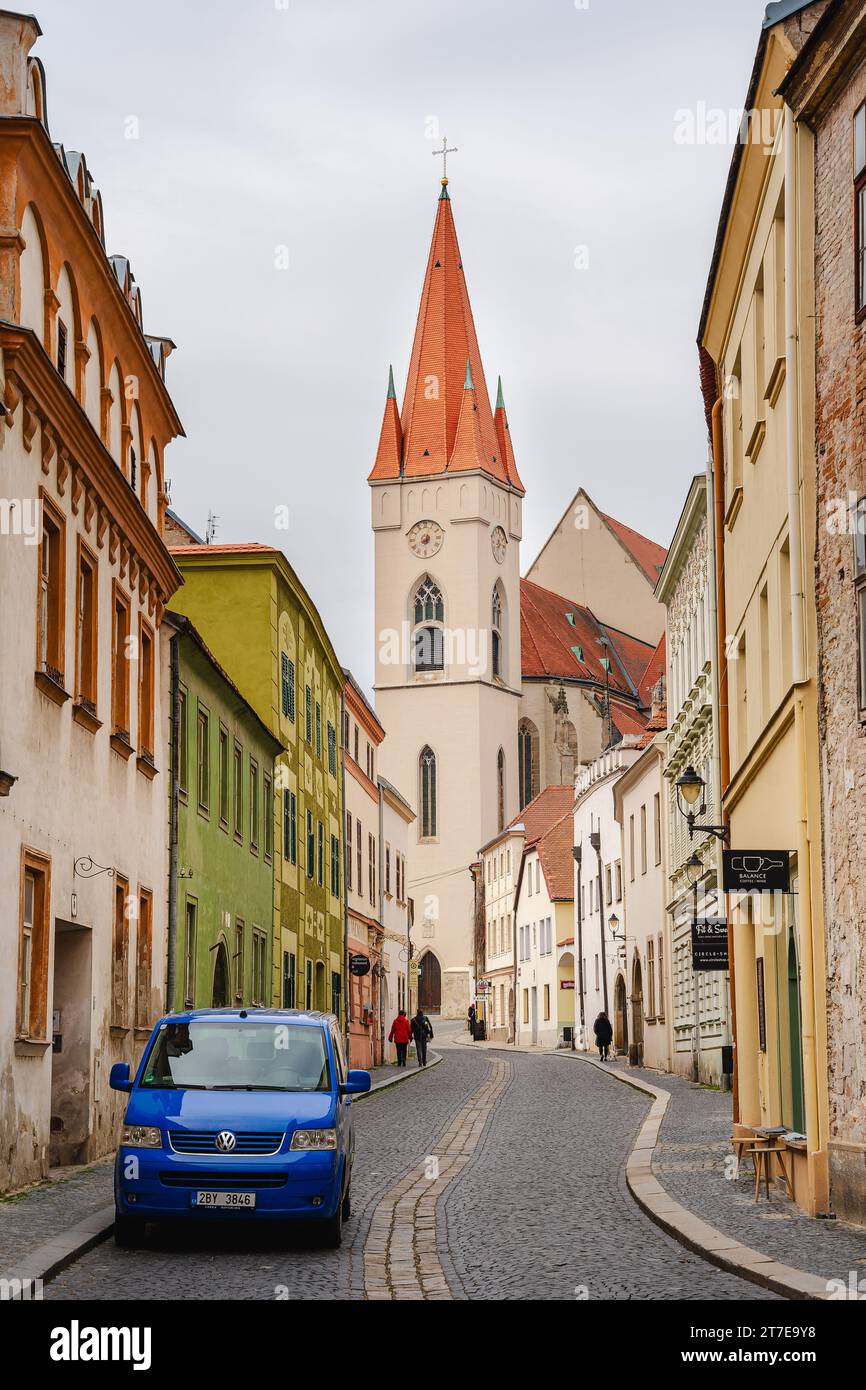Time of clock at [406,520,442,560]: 8:03
